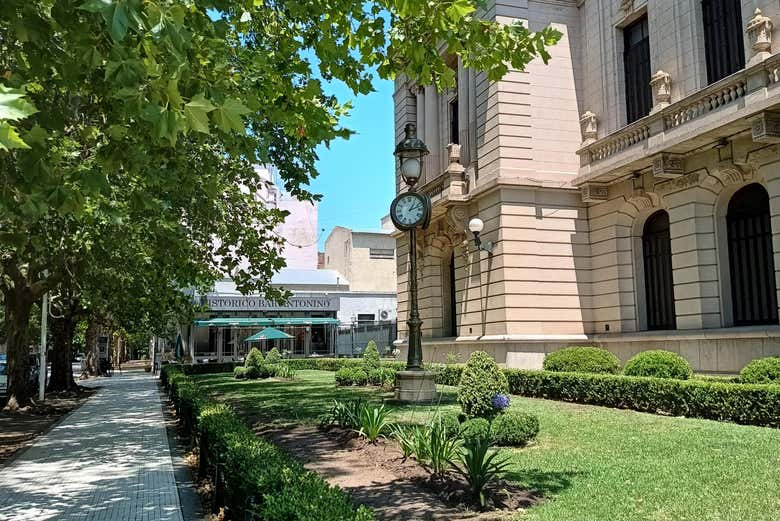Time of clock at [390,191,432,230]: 1:11
